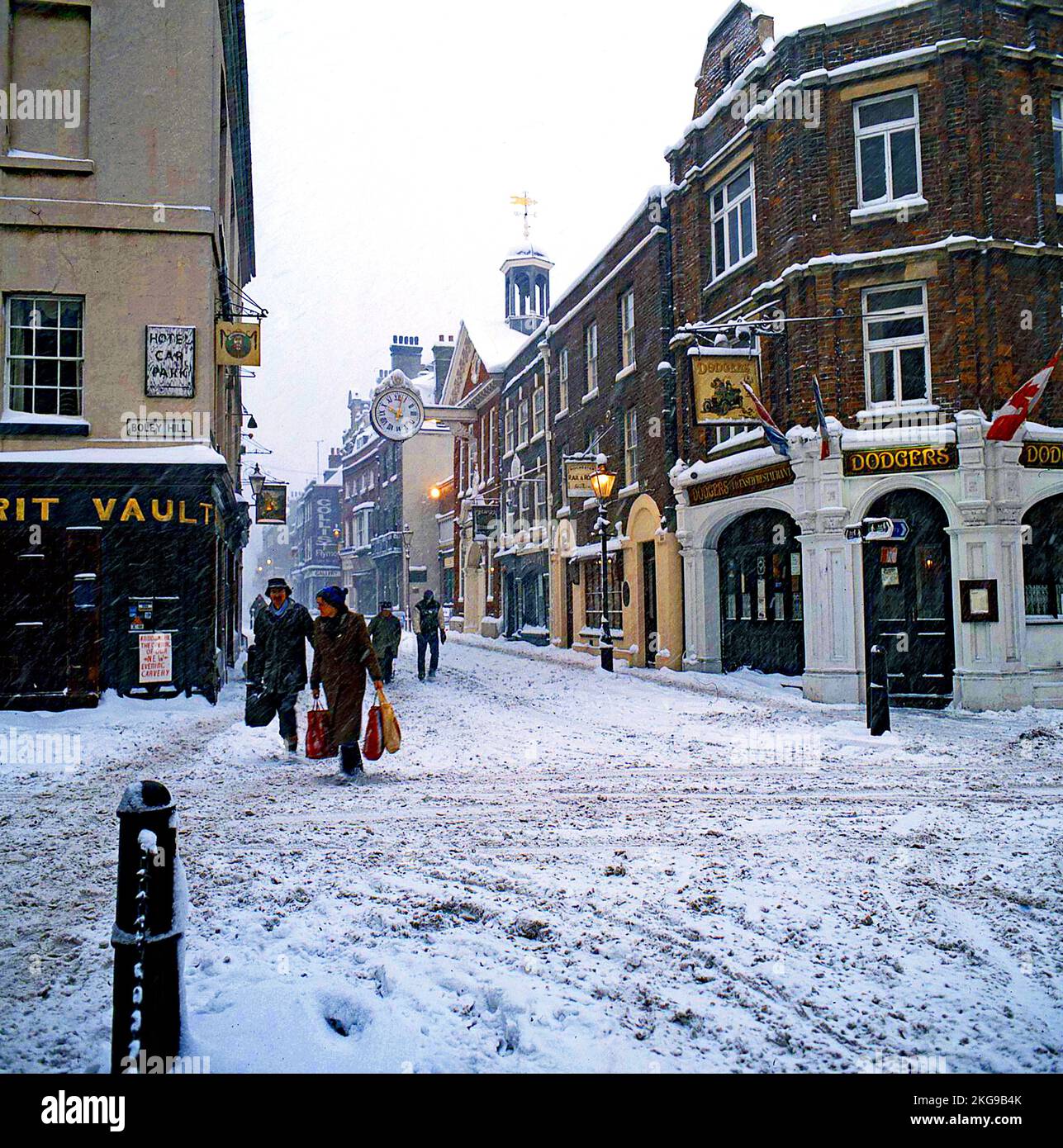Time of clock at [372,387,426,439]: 10:02
